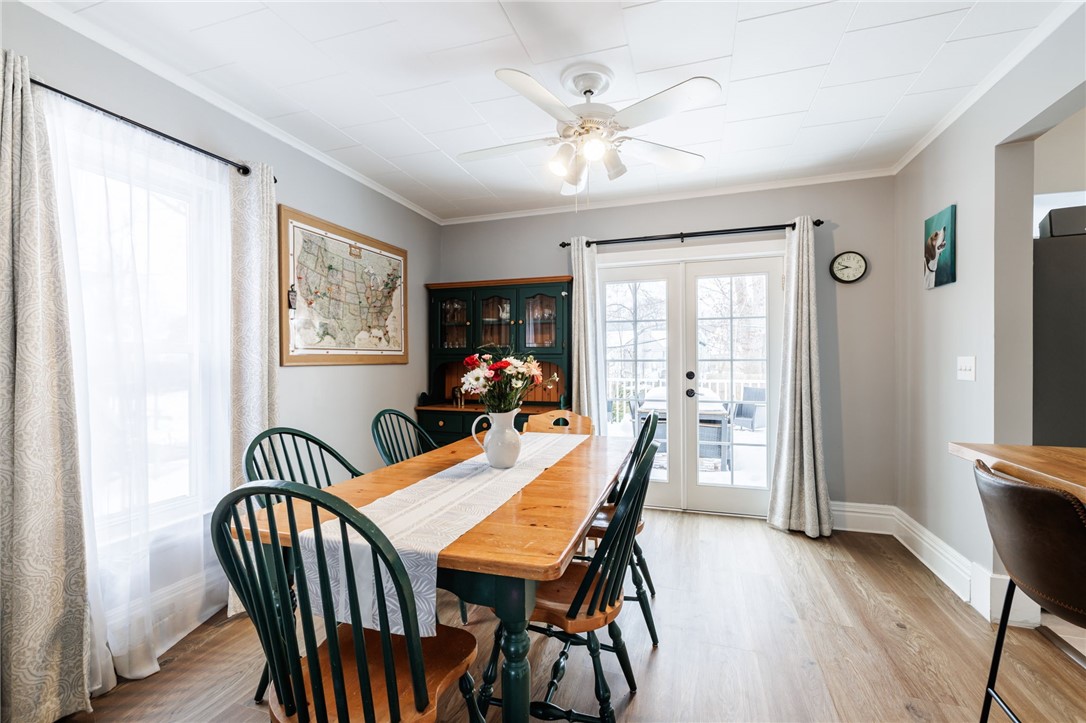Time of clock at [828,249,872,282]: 9:42
